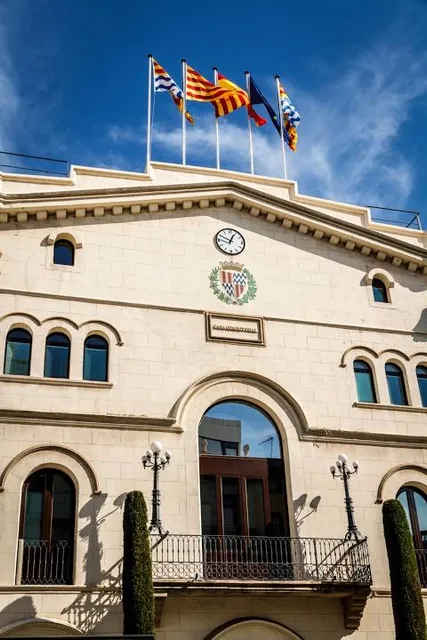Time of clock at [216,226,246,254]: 12:49
